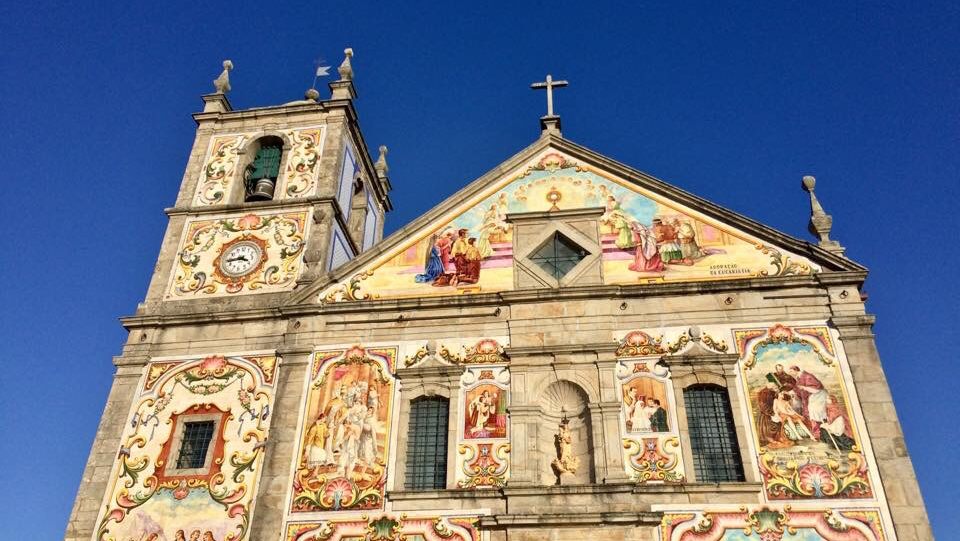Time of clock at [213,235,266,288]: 3:43
